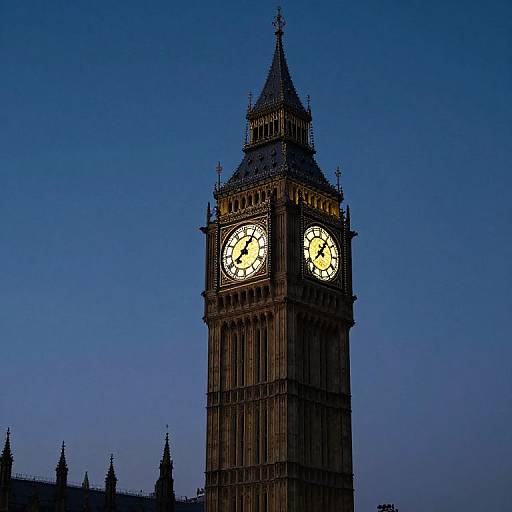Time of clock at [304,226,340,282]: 1:05
